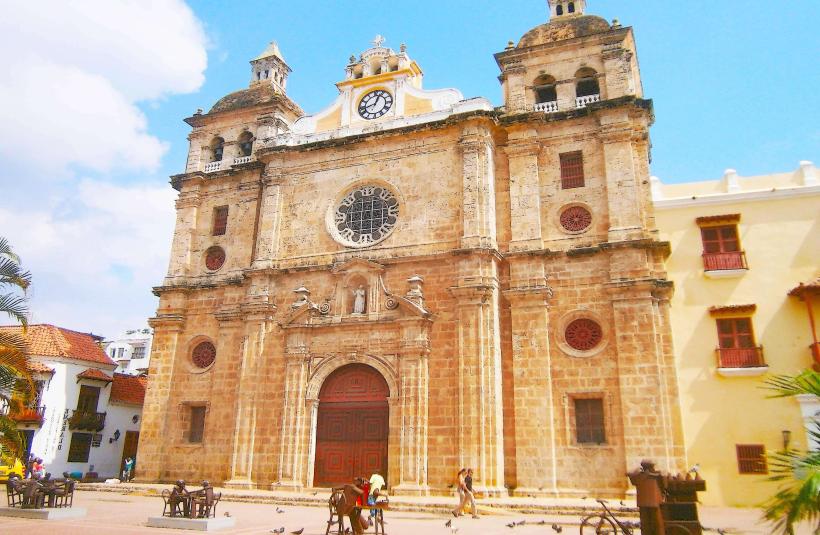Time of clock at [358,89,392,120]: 12:42
